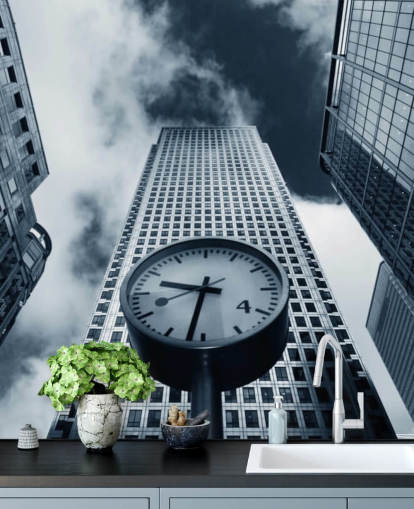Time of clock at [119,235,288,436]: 9:32
